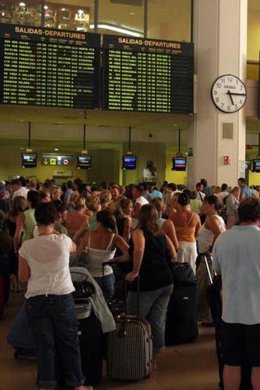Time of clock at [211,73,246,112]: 5:15
